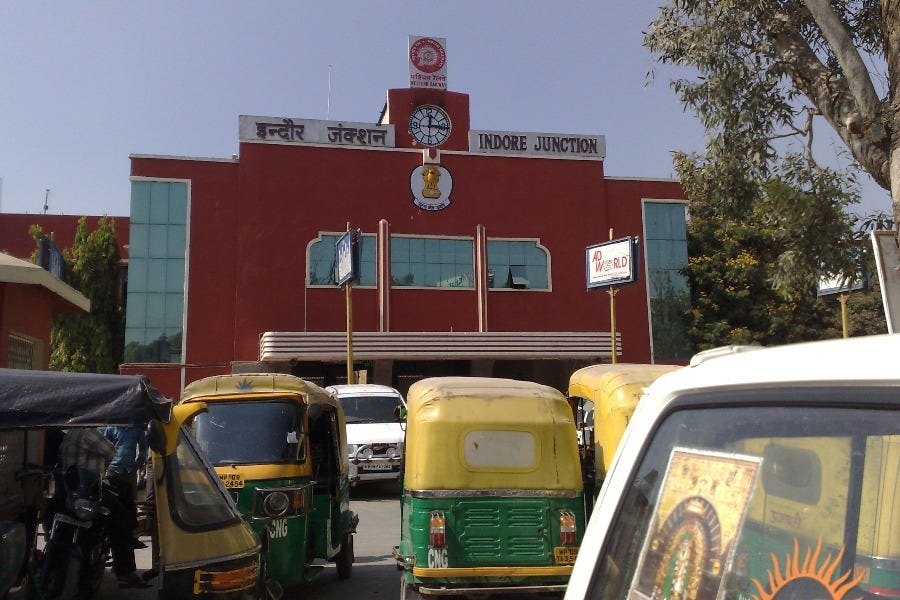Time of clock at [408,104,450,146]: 12:14
